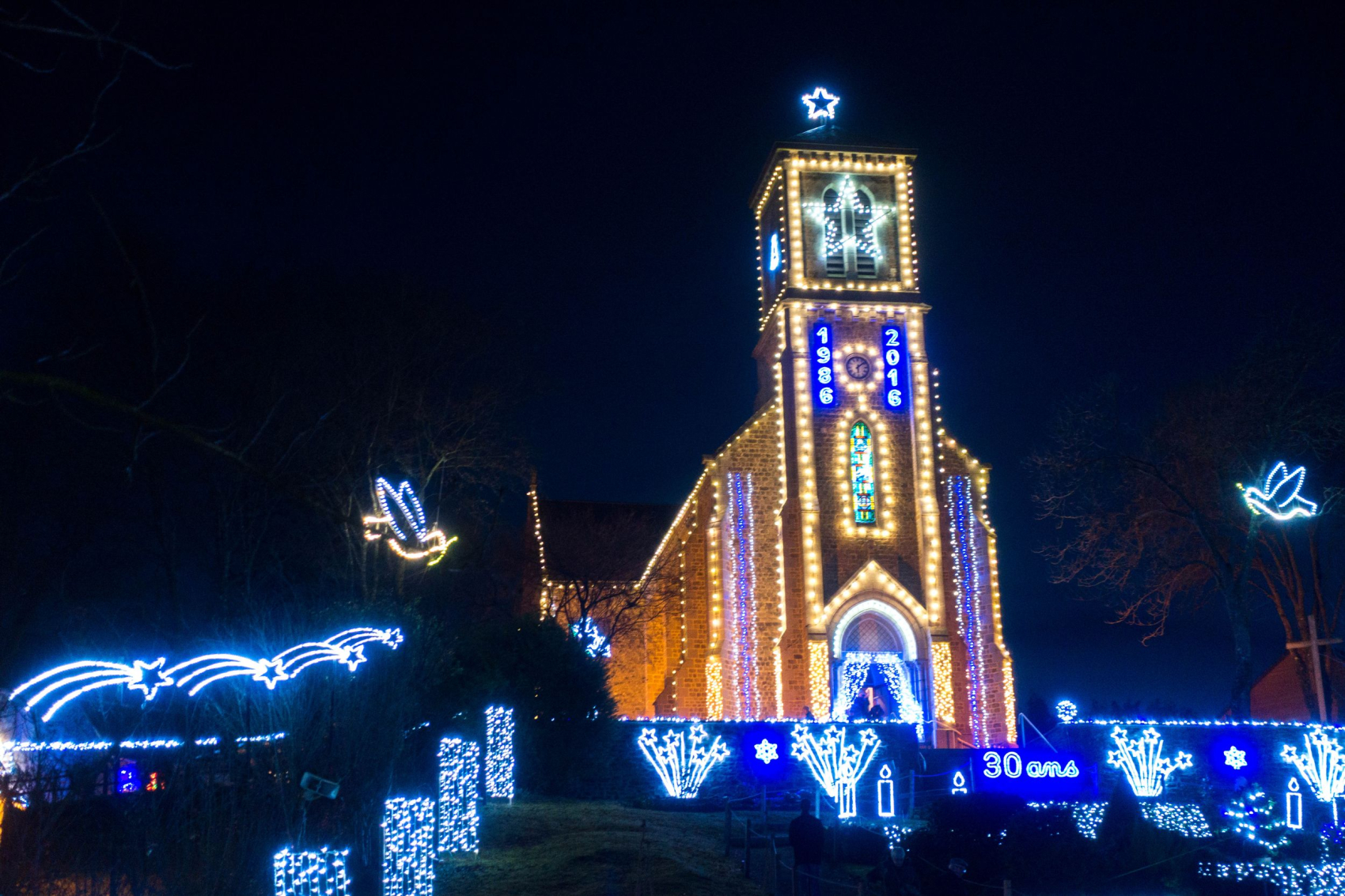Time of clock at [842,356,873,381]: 6:08
